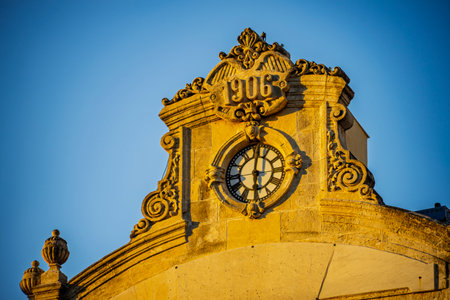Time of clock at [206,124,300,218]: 6:00
